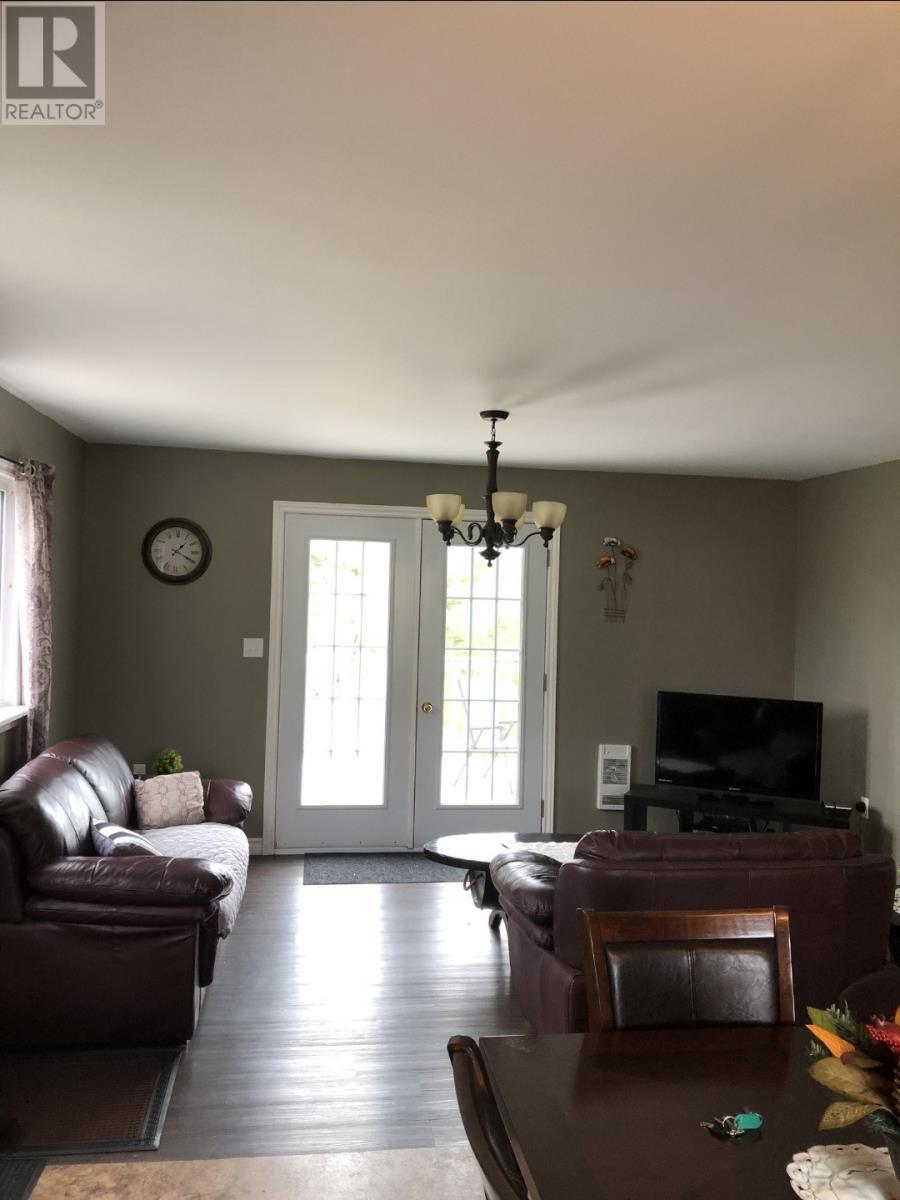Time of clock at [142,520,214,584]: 1:19
